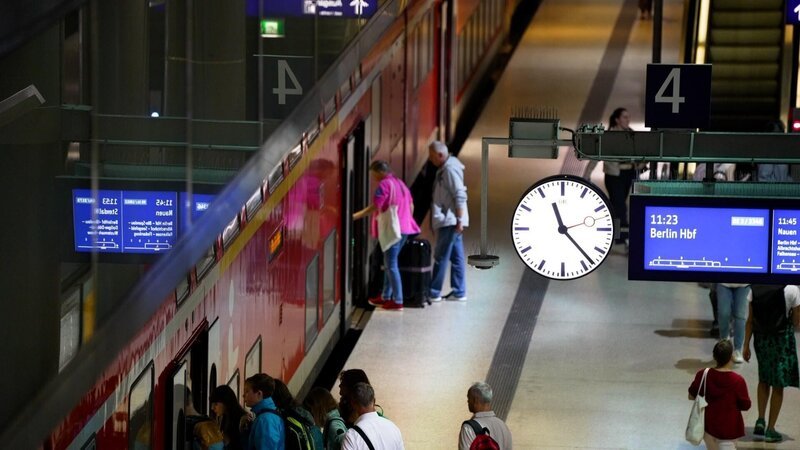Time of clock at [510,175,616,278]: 11:23
